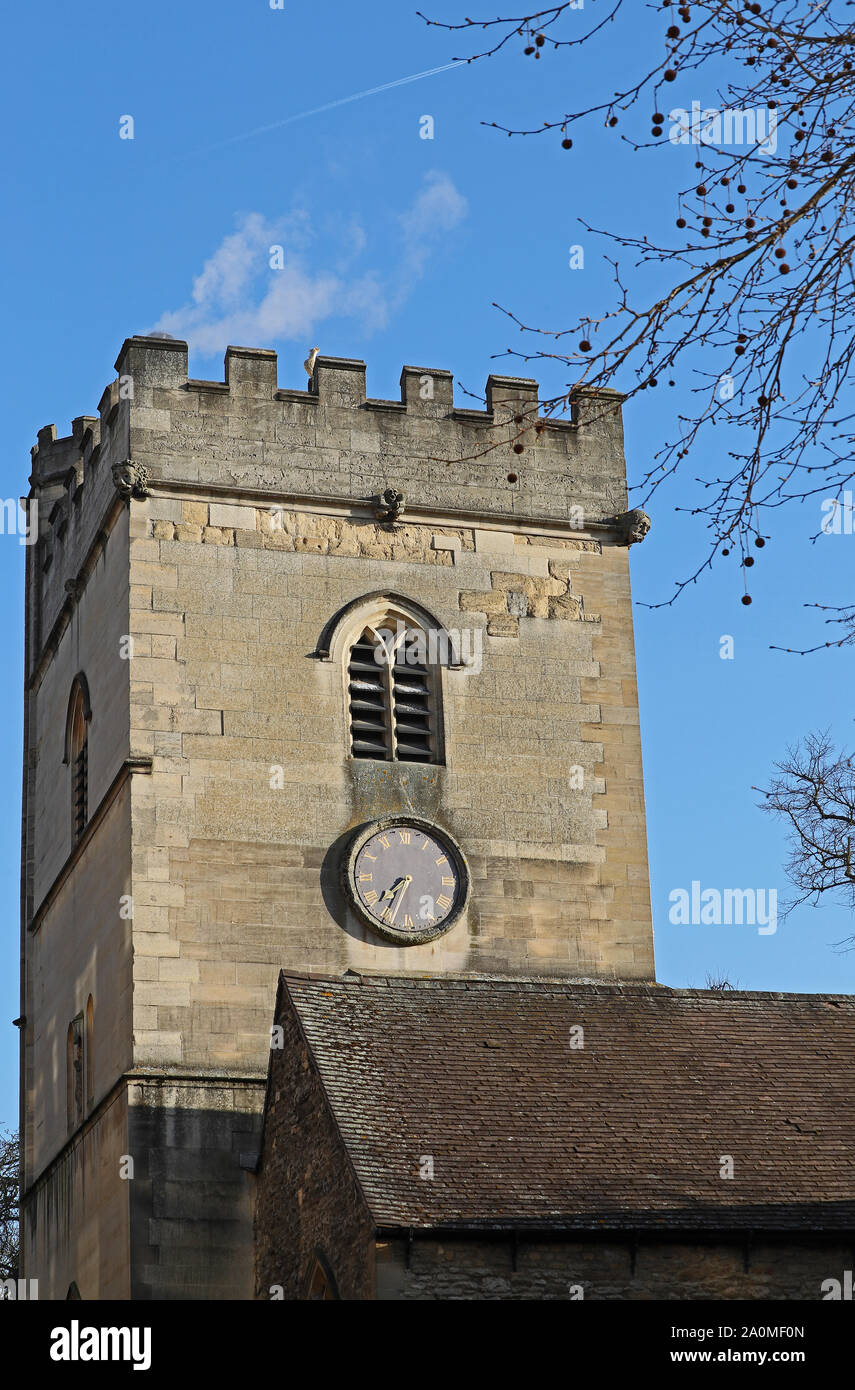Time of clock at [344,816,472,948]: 7:34
